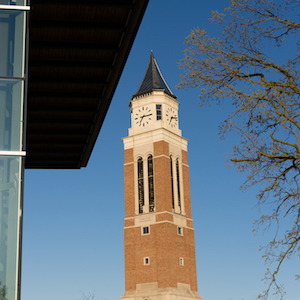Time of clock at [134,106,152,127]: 7:15
